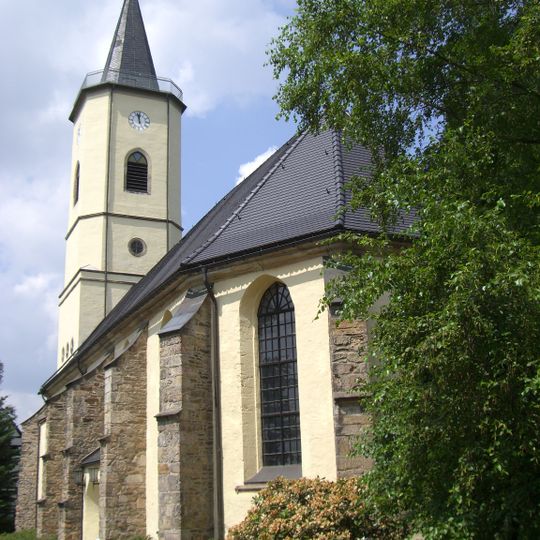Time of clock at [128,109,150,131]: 11:57
